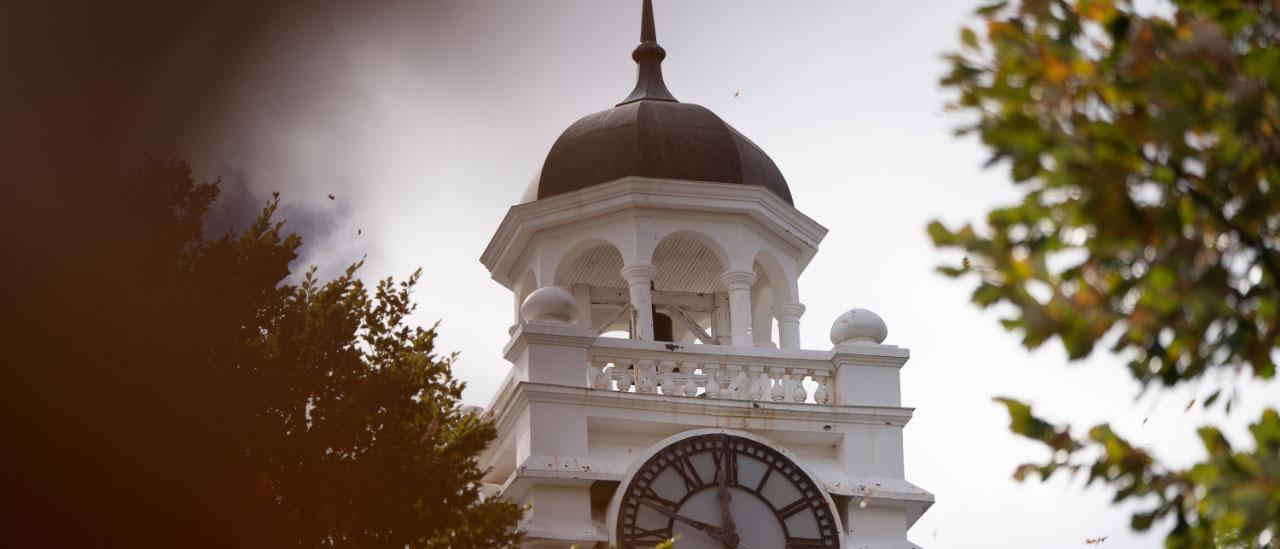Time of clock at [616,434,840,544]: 11:48
